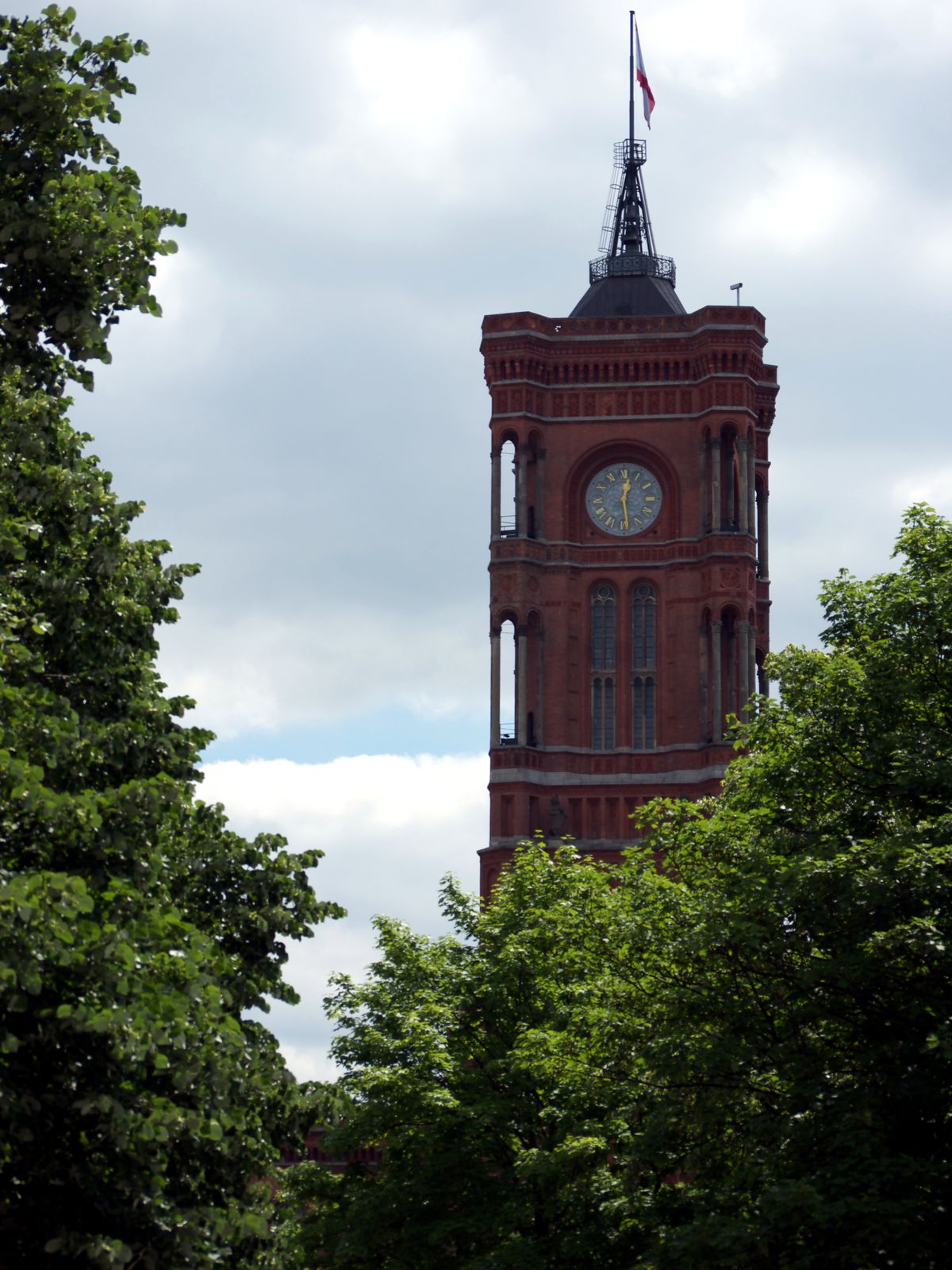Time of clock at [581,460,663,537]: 12:28
